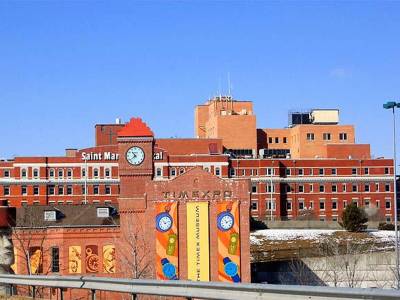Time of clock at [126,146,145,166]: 10:38
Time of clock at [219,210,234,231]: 11:12
